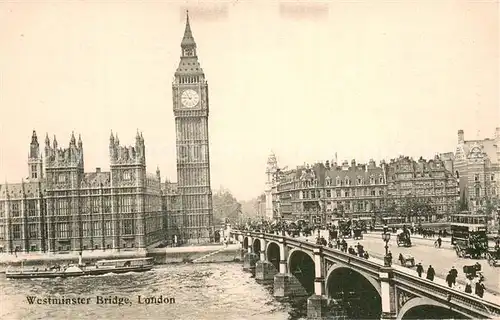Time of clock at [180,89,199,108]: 10:45
